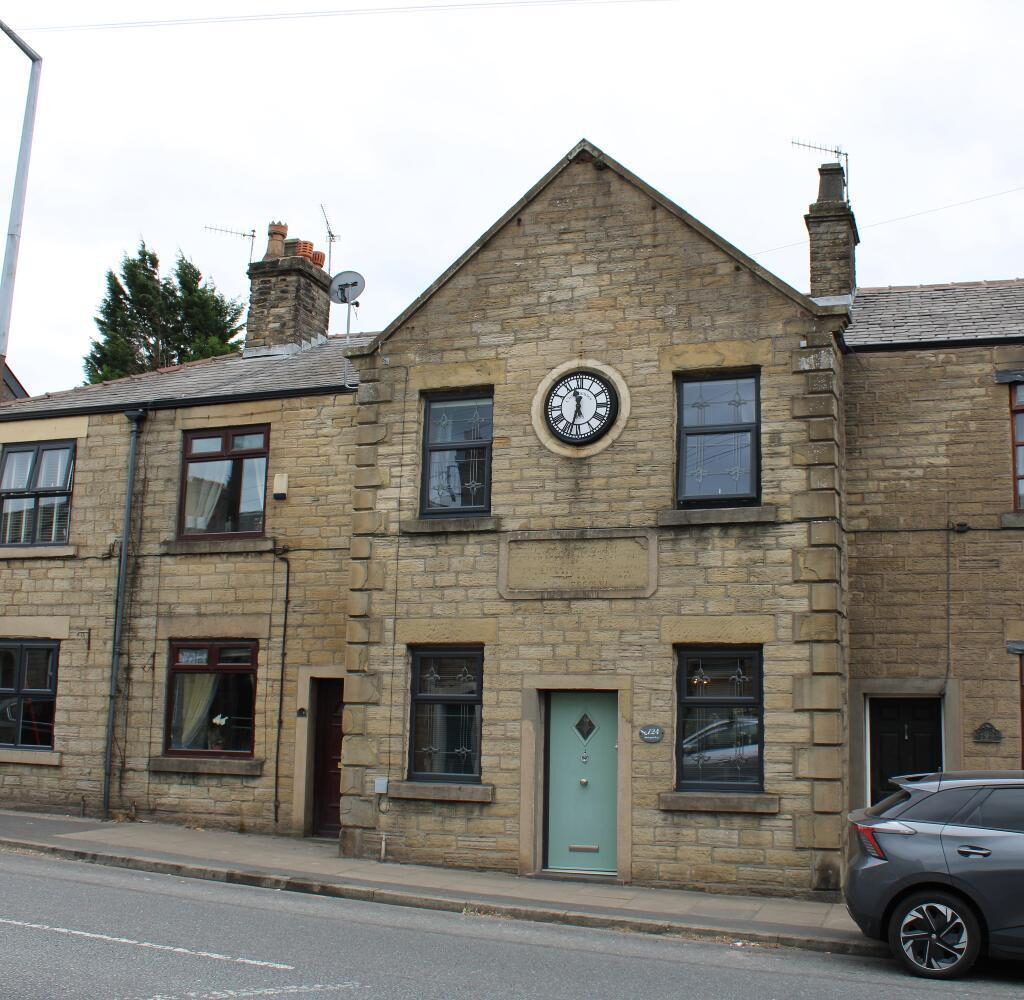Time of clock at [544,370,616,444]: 11:32
